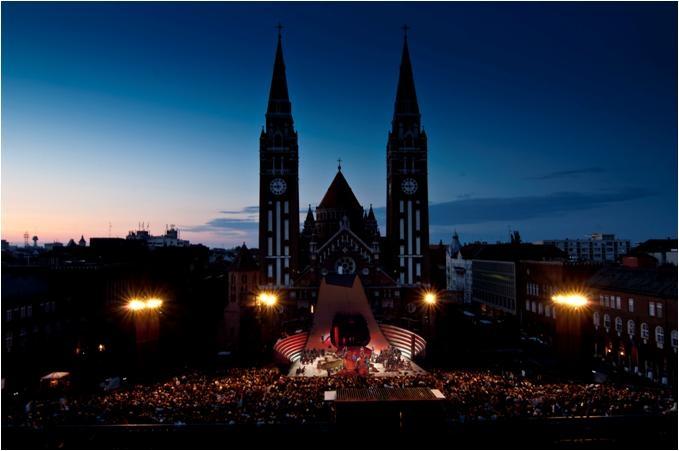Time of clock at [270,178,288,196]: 8:57
